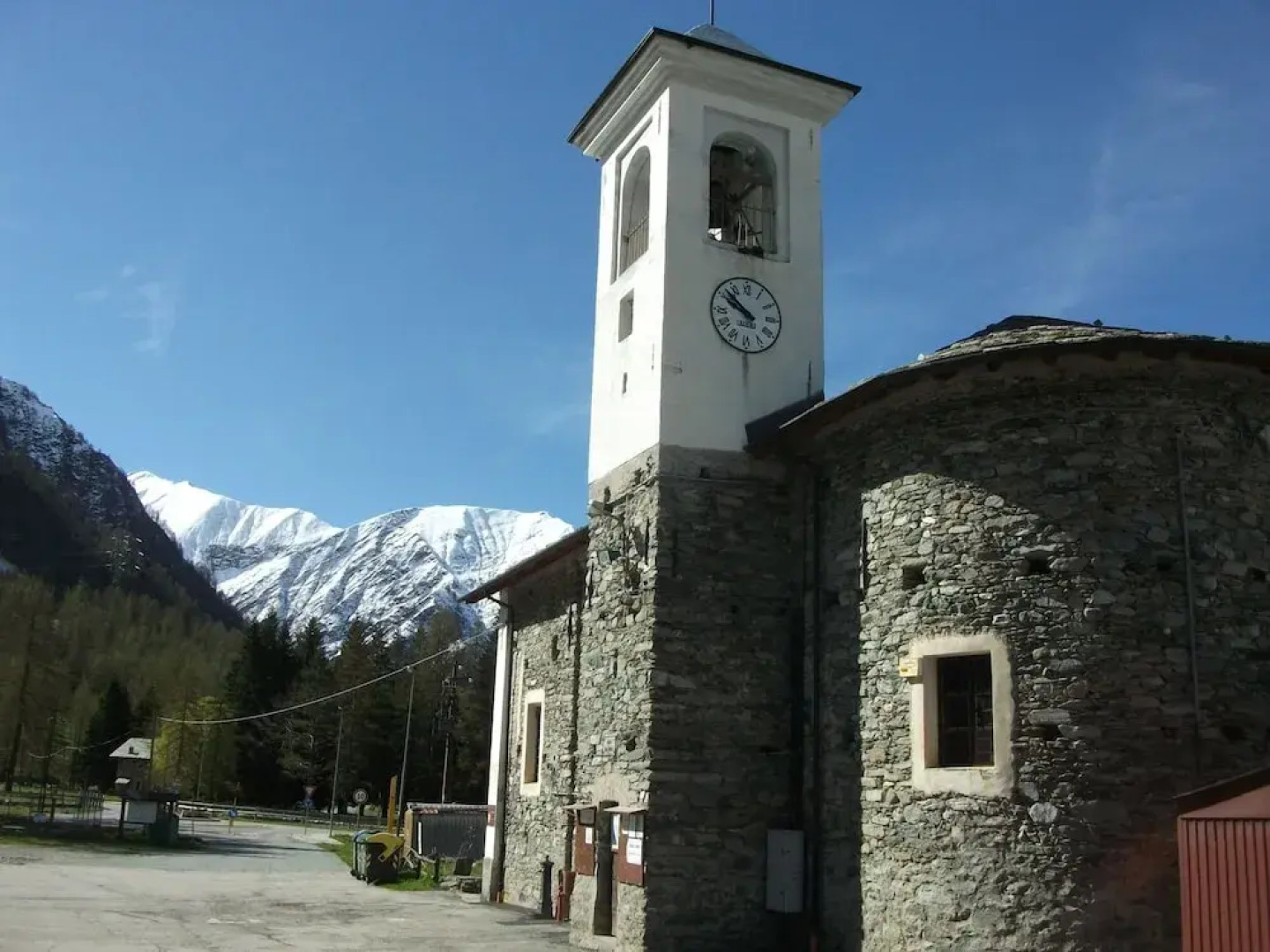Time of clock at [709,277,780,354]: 9:51
